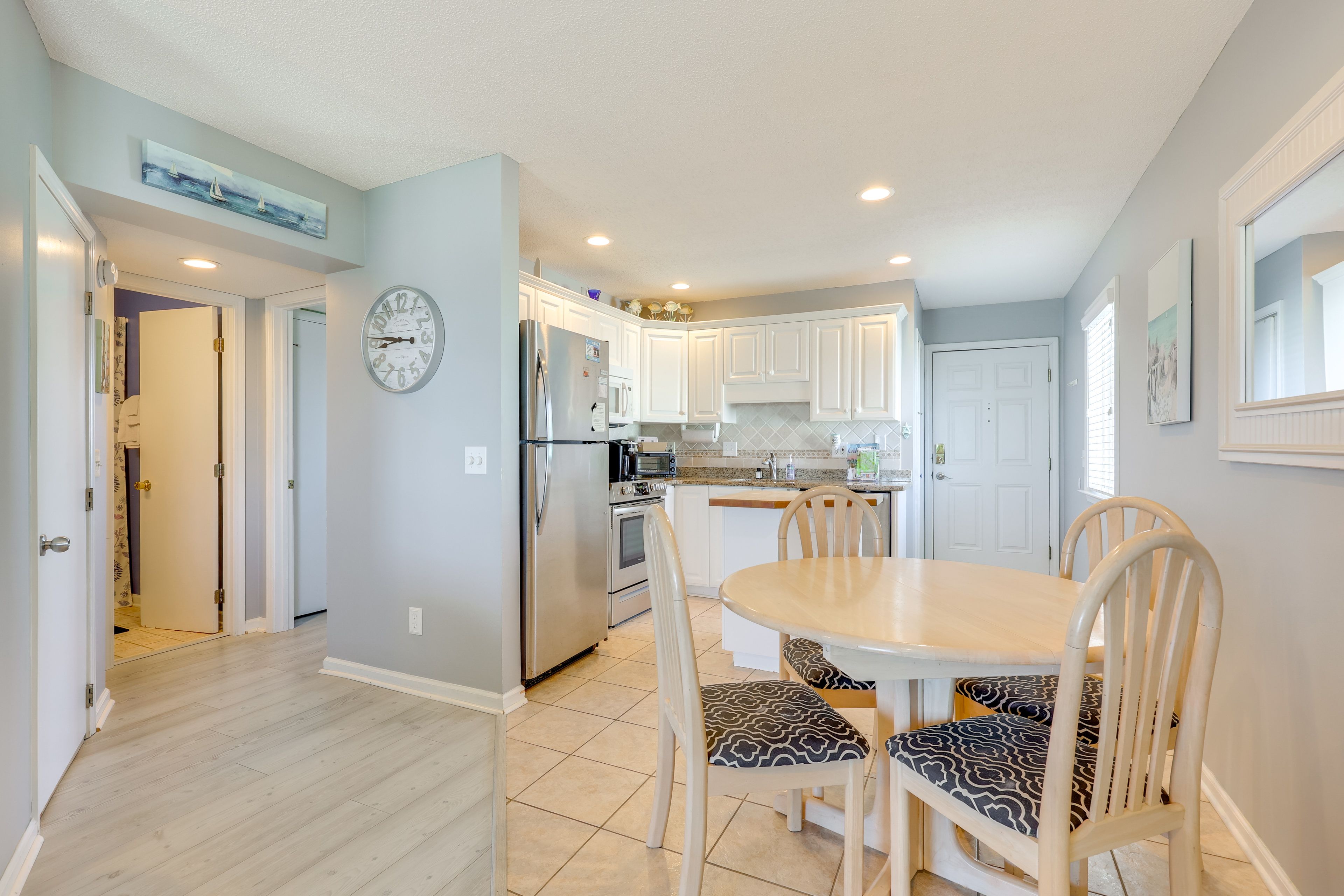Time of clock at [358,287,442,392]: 8:46
